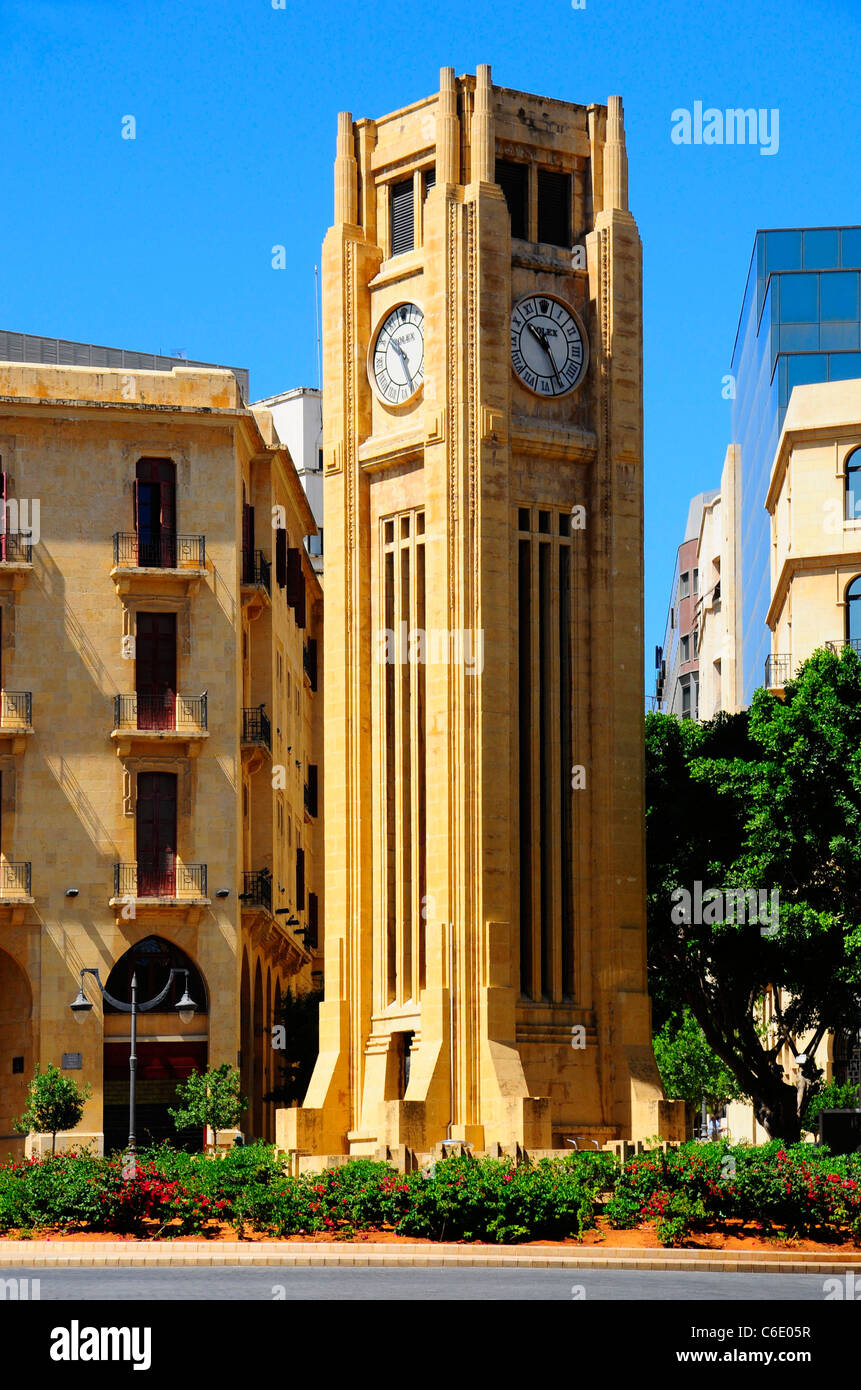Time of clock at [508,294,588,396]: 10:25
